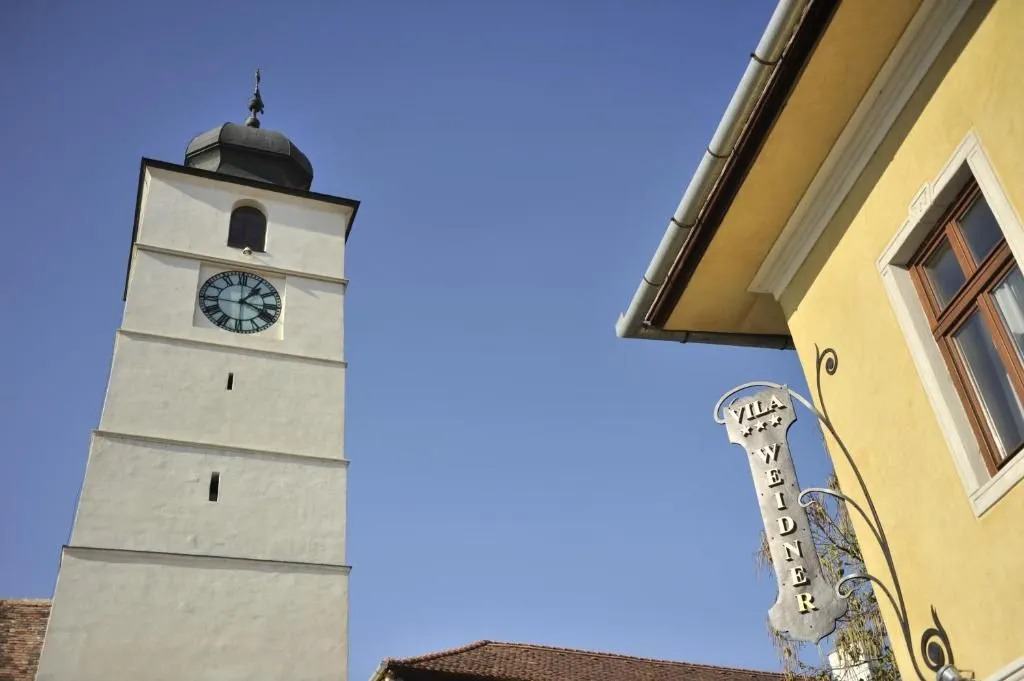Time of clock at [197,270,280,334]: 1:18
